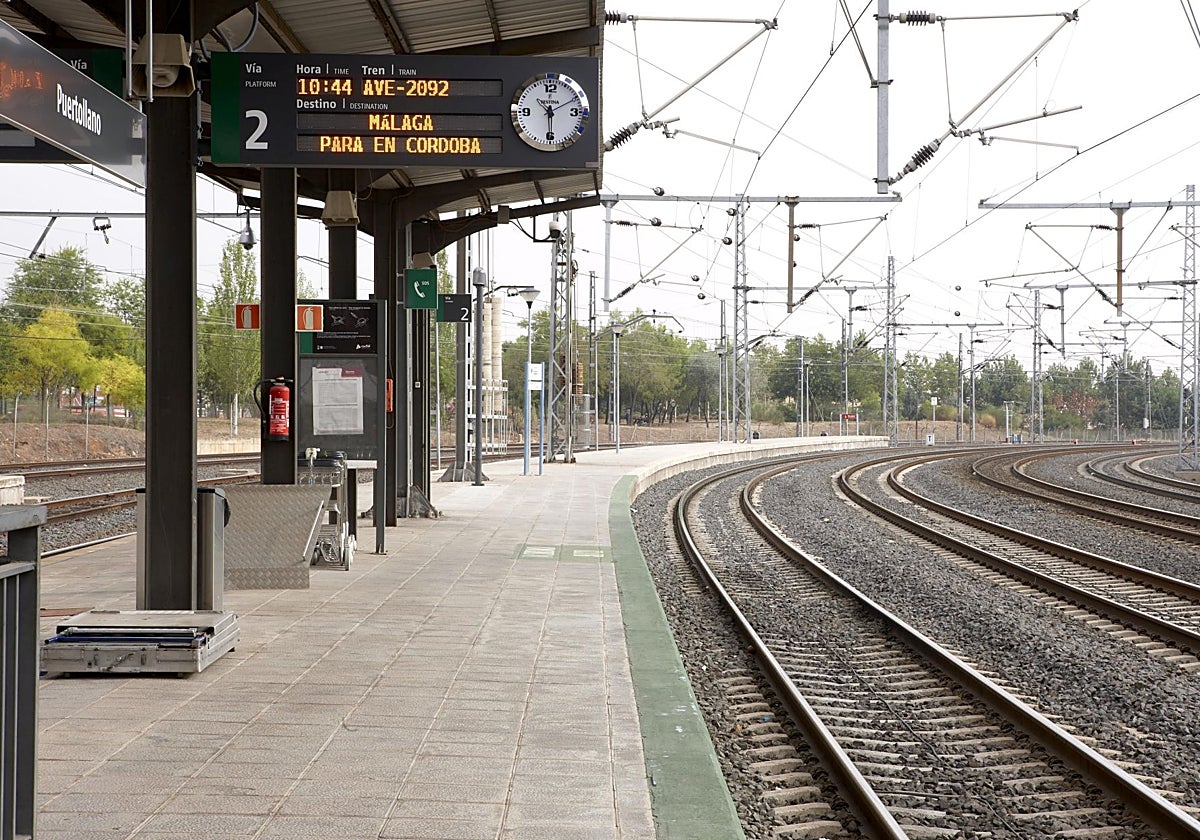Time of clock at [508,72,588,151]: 10:30
